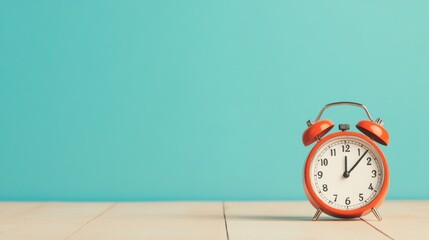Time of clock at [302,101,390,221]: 12:07
